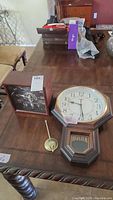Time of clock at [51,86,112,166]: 9:28
